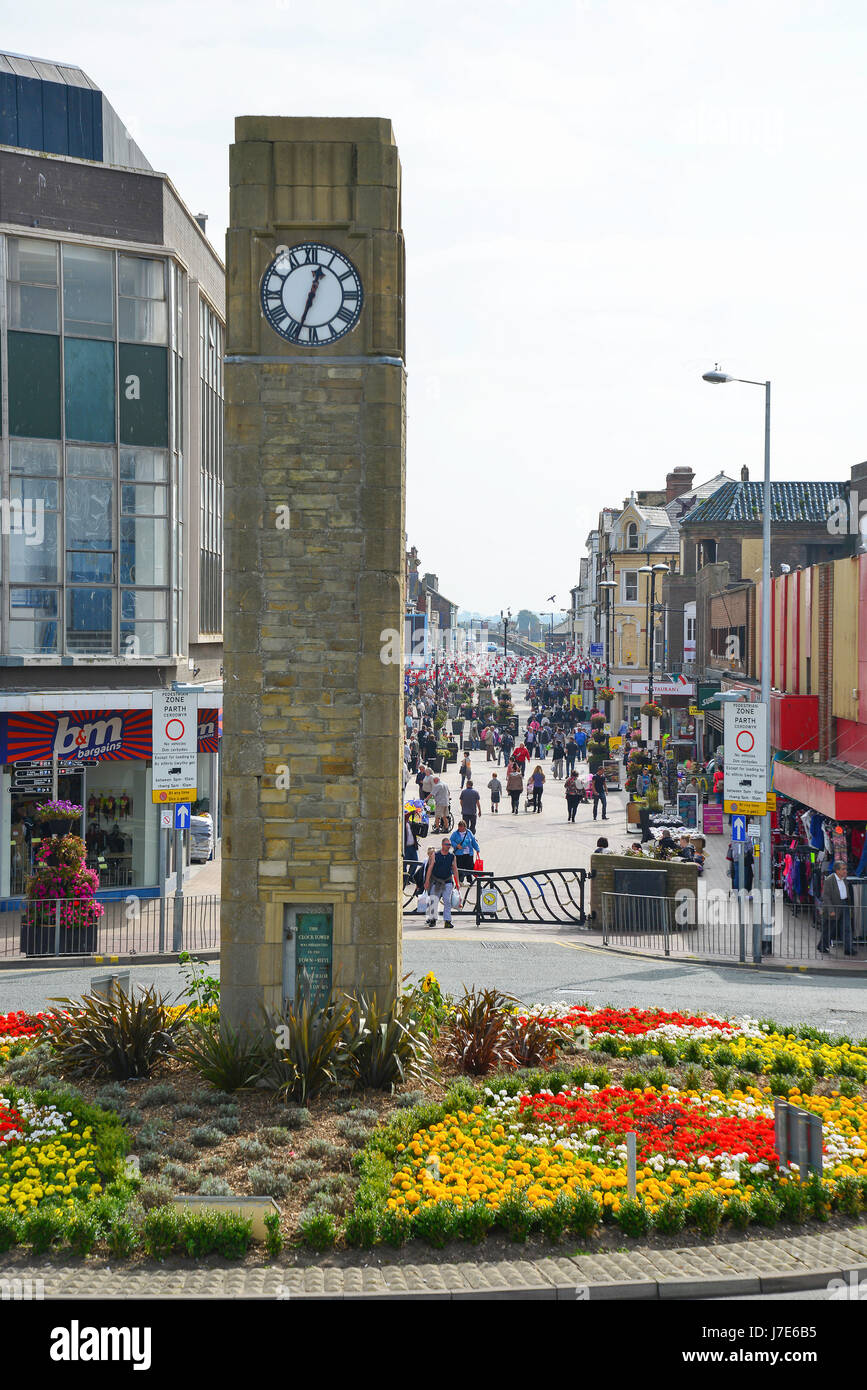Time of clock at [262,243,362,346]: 12:33
